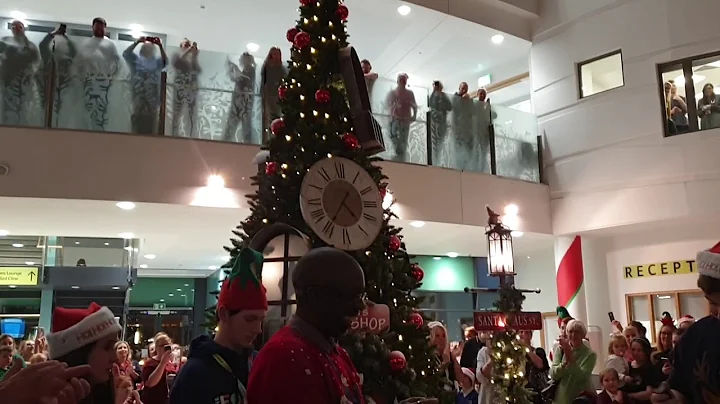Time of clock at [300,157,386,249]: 4:35
